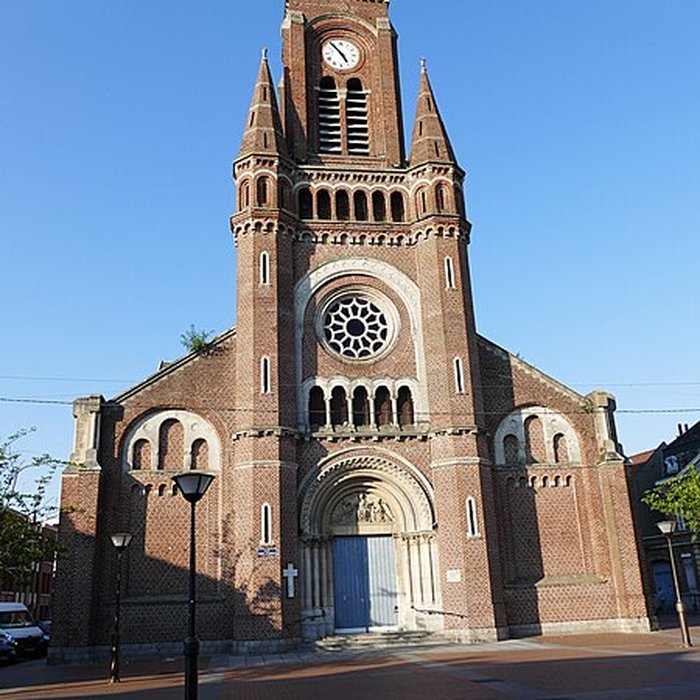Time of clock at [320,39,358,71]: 4:53
